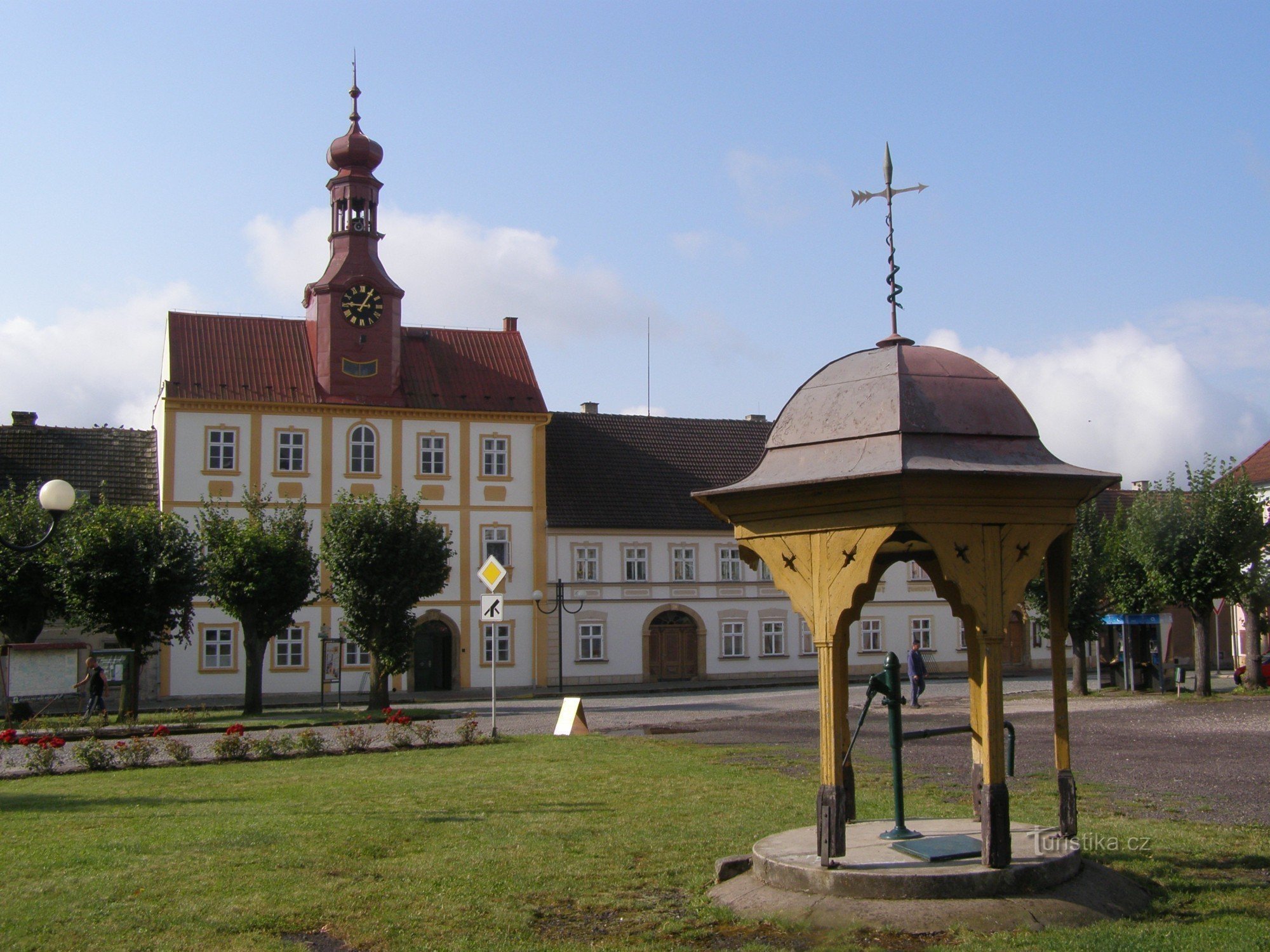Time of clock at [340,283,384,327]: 9:05
